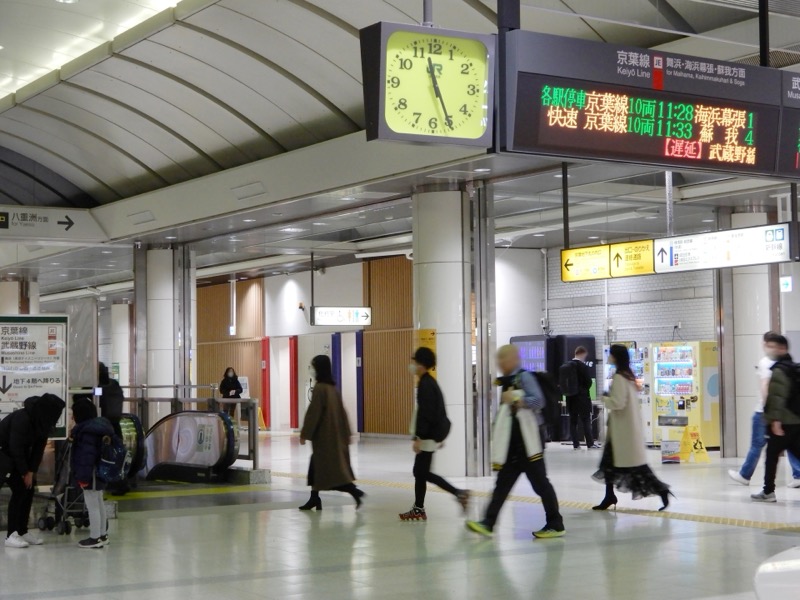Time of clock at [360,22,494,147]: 11:25
